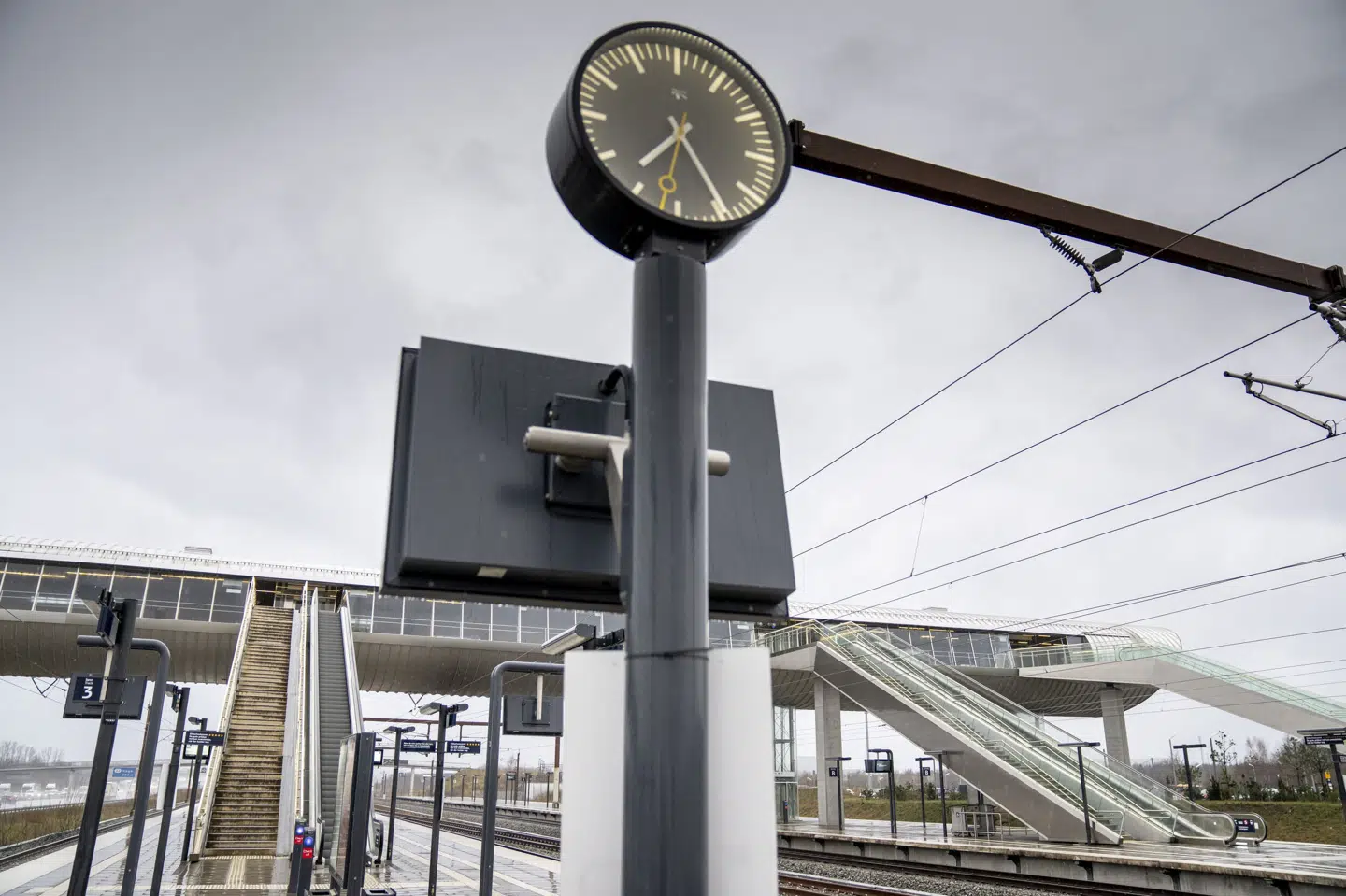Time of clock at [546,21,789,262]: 7:24
